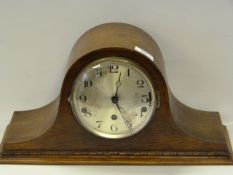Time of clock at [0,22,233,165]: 12:26
